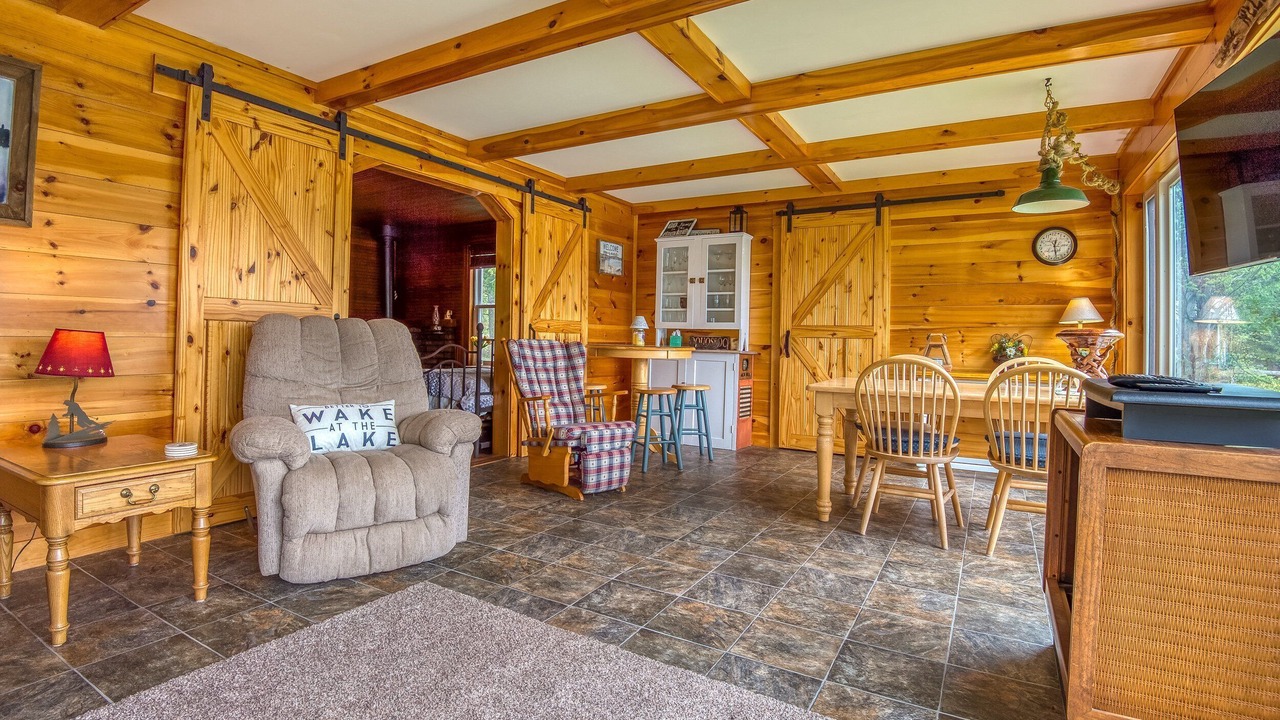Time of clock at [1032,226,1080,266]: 12:28
